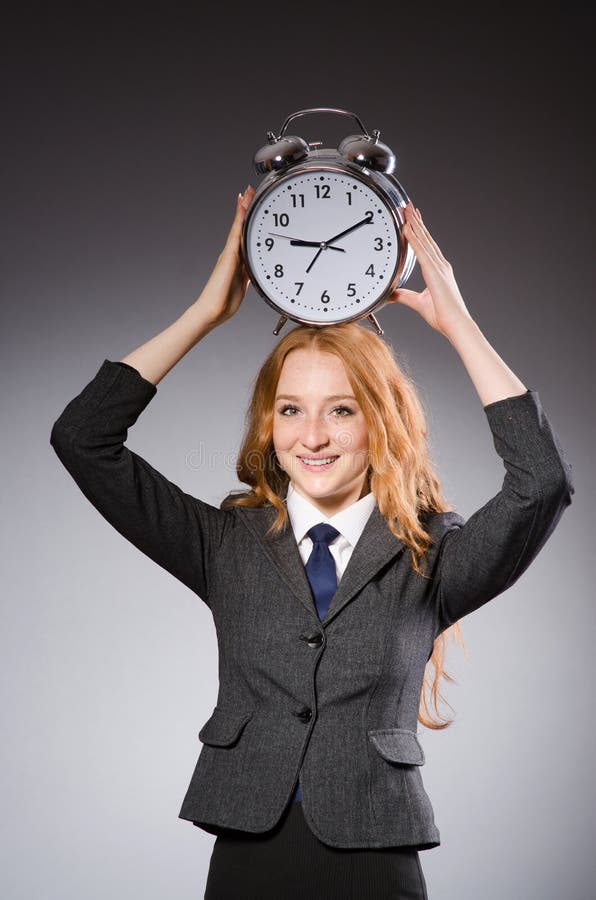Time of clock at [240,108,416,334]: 9:10
